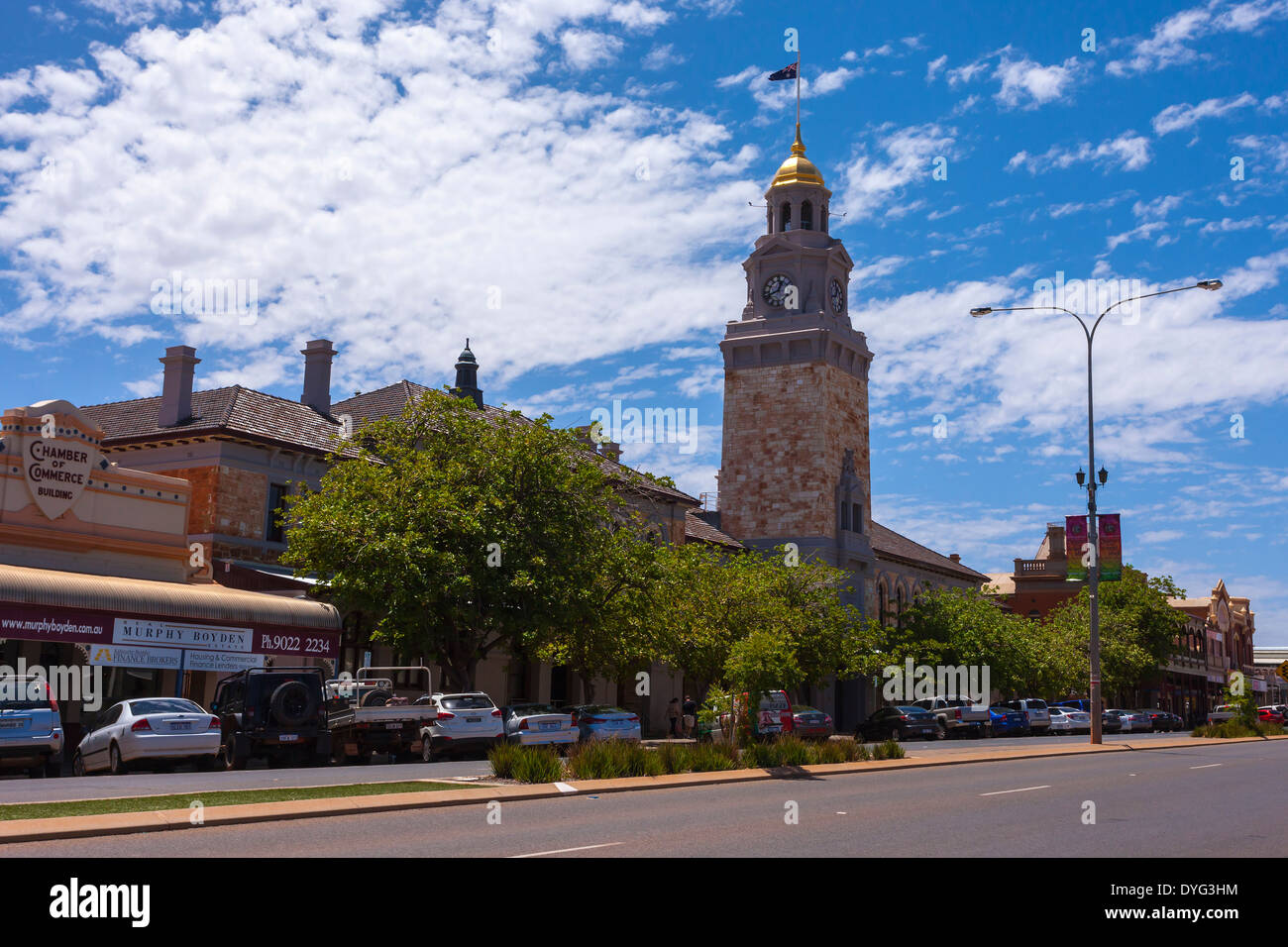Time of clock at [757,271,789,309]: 12:41
